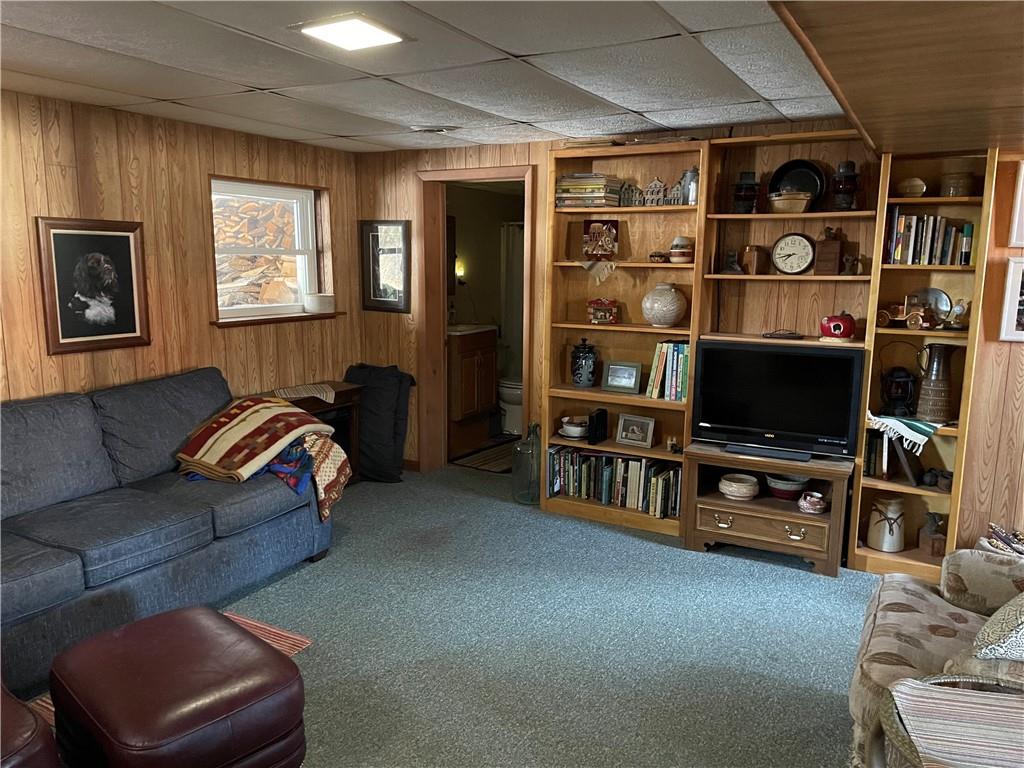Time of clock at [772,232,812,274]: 7:42
